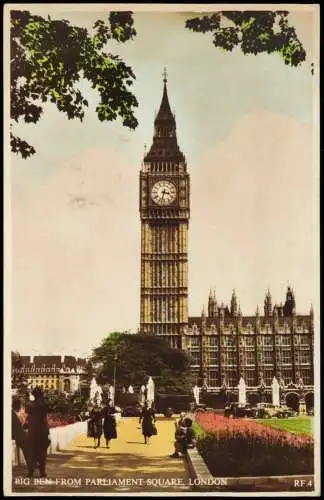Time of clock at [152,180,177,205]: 3:32
